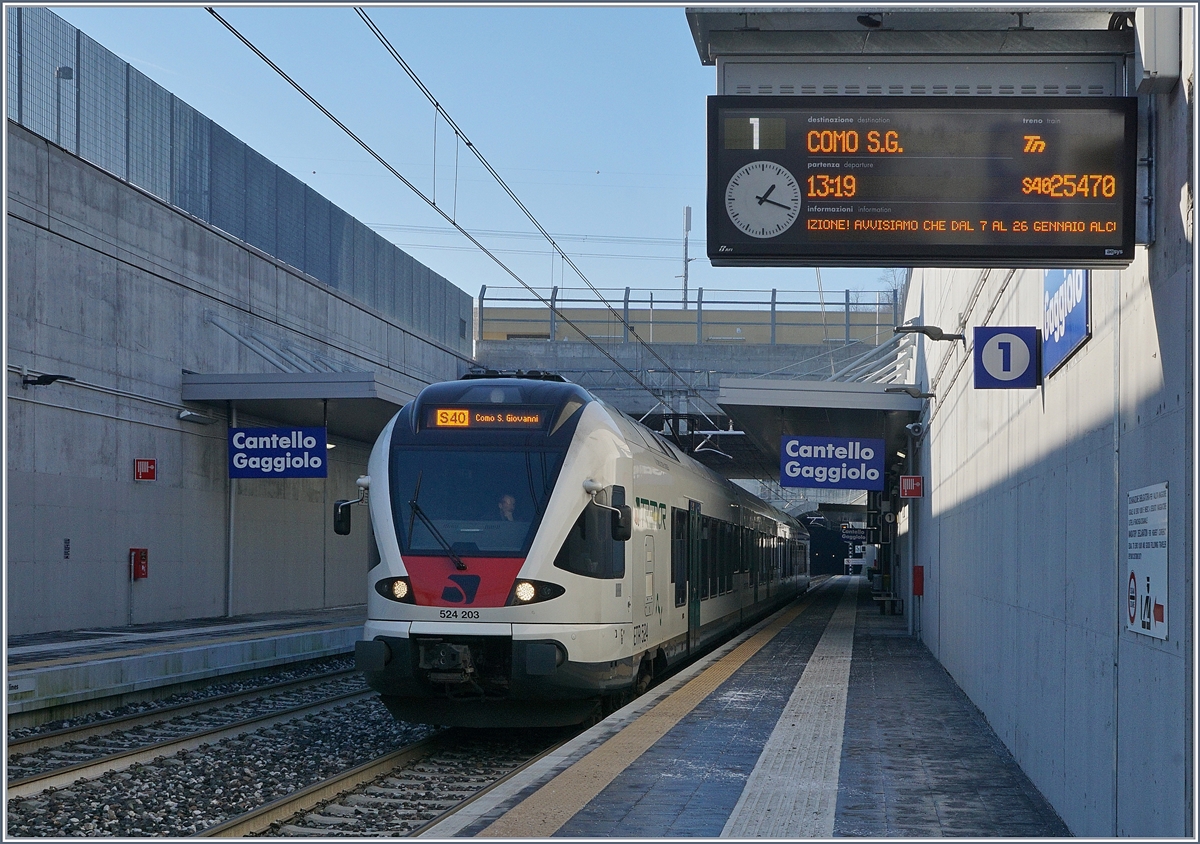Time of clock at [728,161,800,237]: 1:18
